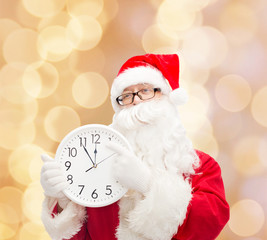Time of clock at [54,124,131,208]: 11:54
